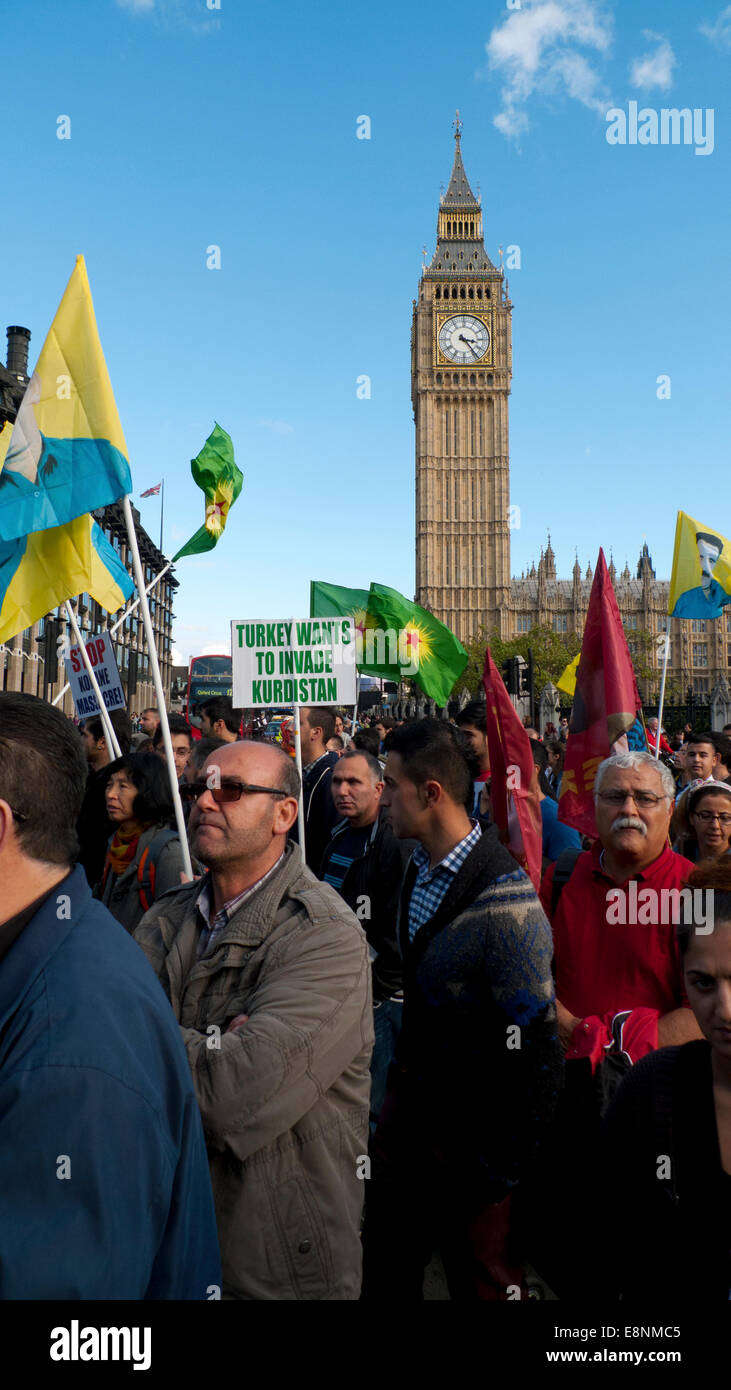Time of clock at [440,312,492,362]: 3:23
